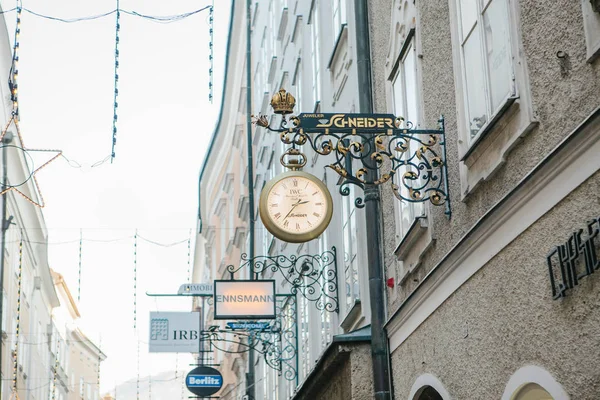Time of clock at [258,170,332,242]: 2:36
